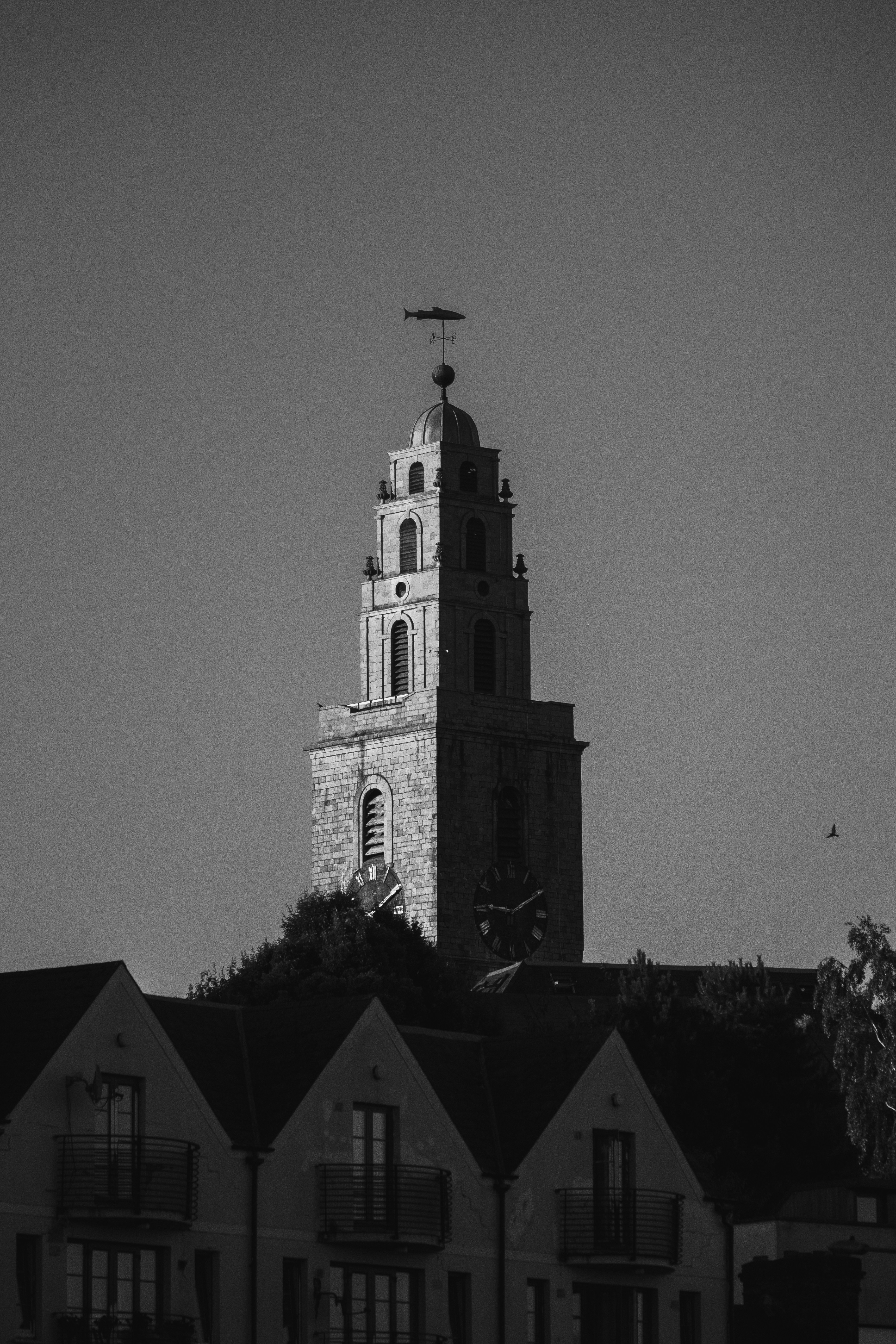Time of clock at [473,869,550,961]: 9:10
